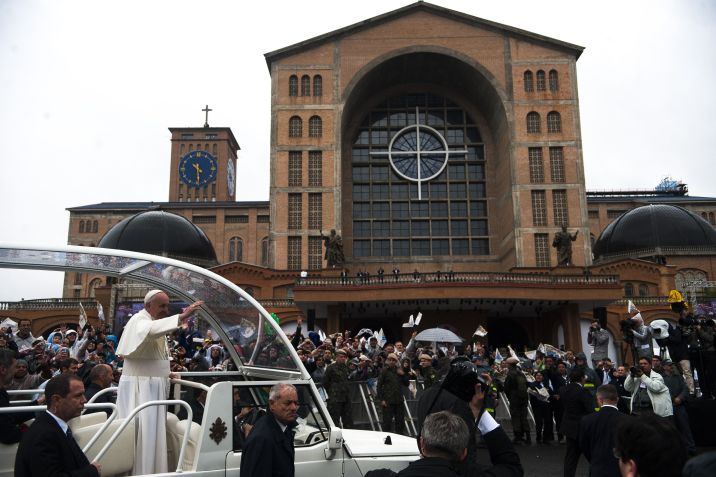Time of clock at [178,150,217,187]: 10:29
